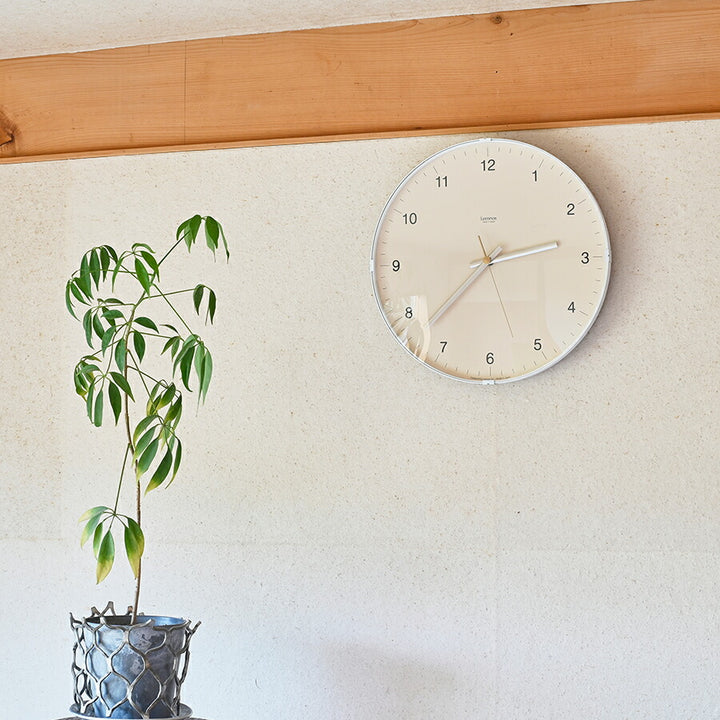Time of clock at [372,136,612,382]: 2:37
